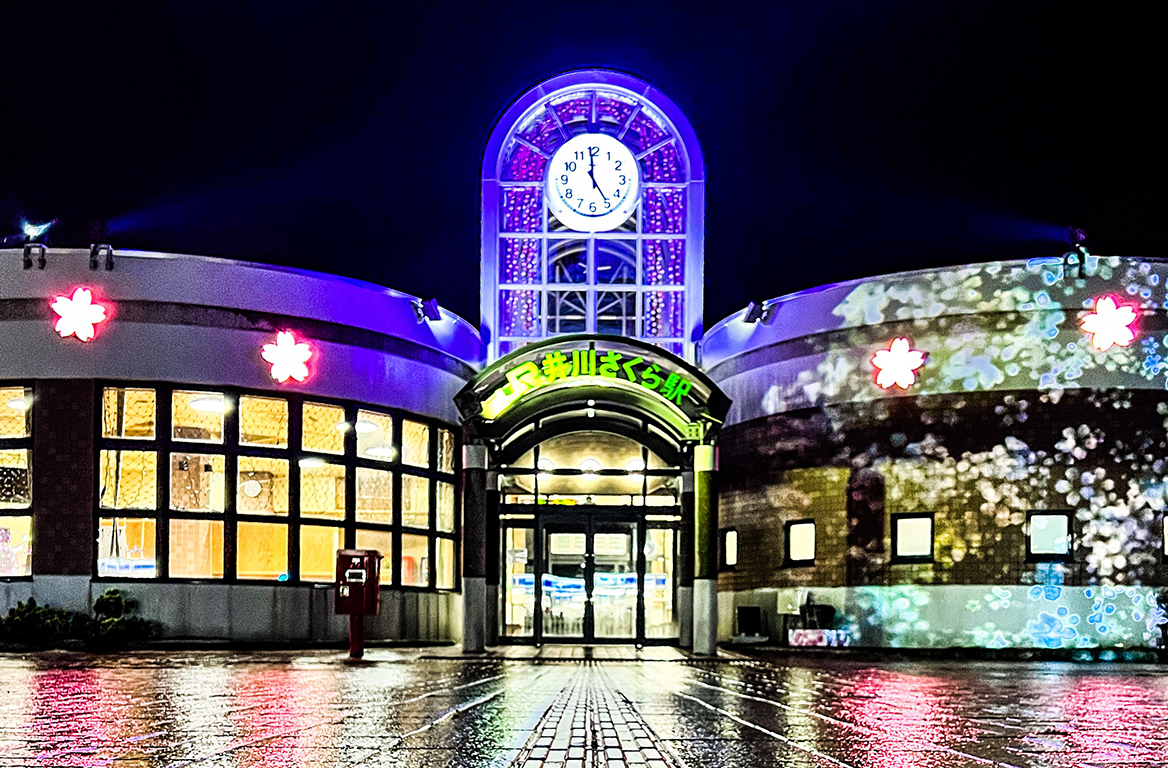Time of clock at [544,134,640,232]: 4:59
